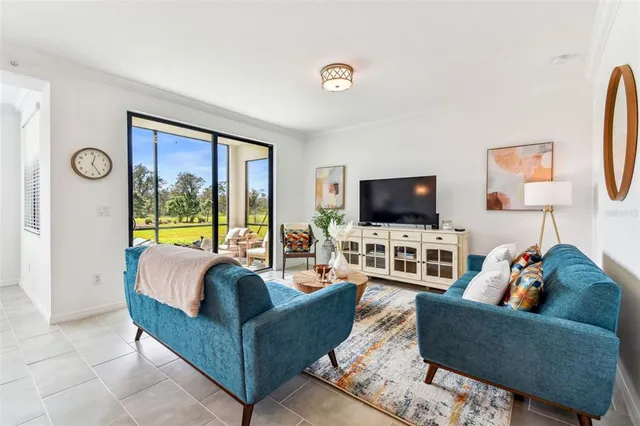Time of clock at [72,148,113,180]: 12:24
